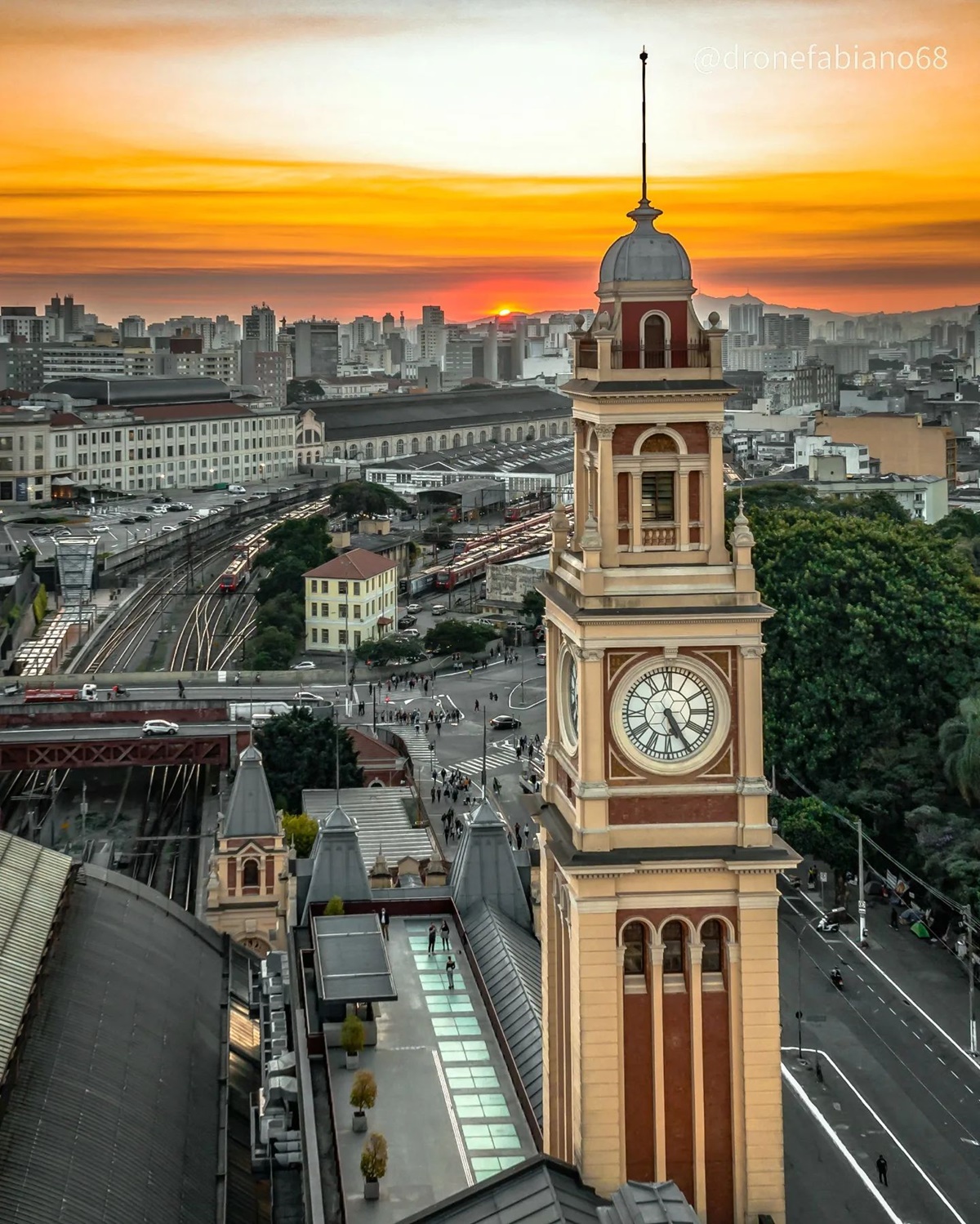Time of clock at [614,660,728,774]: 5:25
